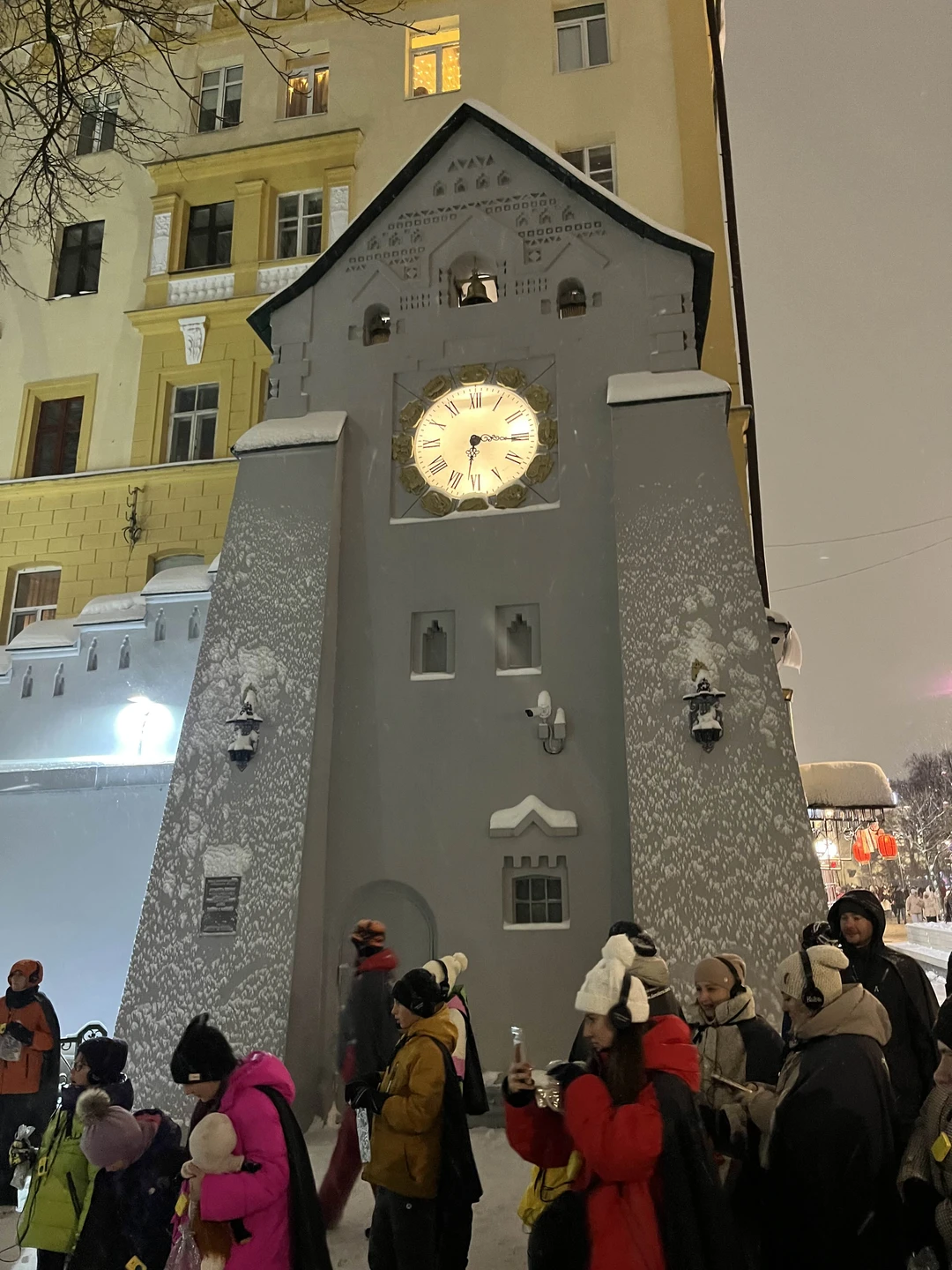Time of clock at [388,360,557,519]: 6:15
